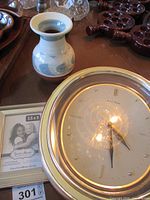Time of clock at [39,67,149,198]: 4:29
